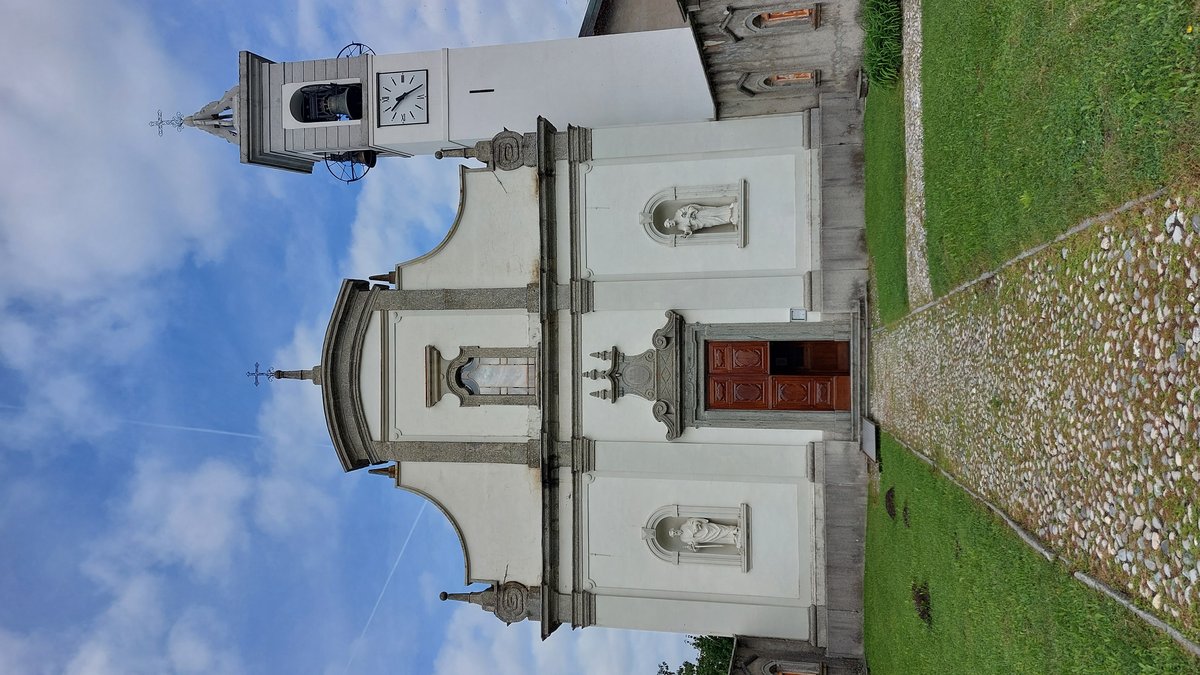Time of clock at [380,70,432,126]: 7:10
